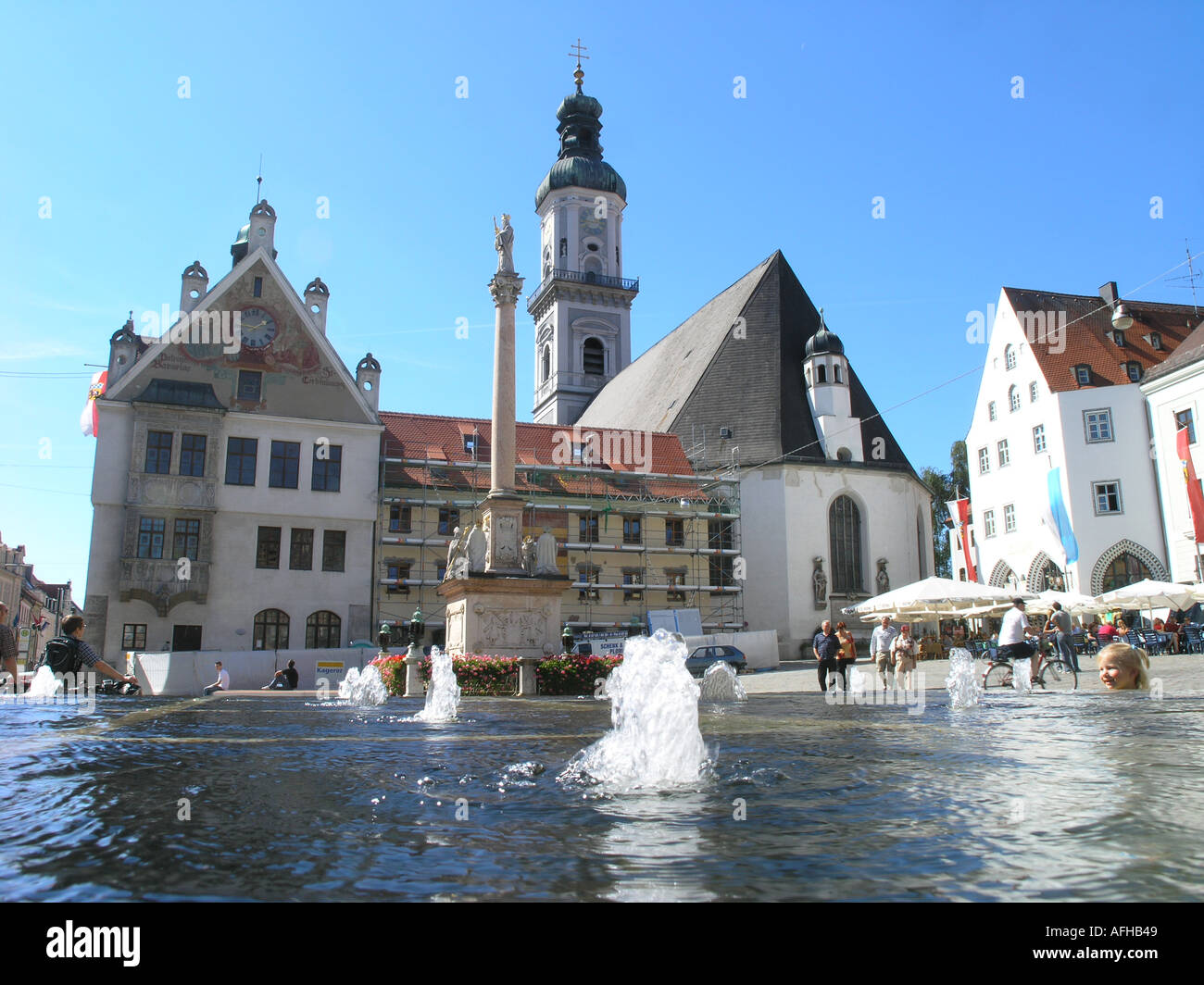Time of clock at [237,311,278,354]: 1:46
